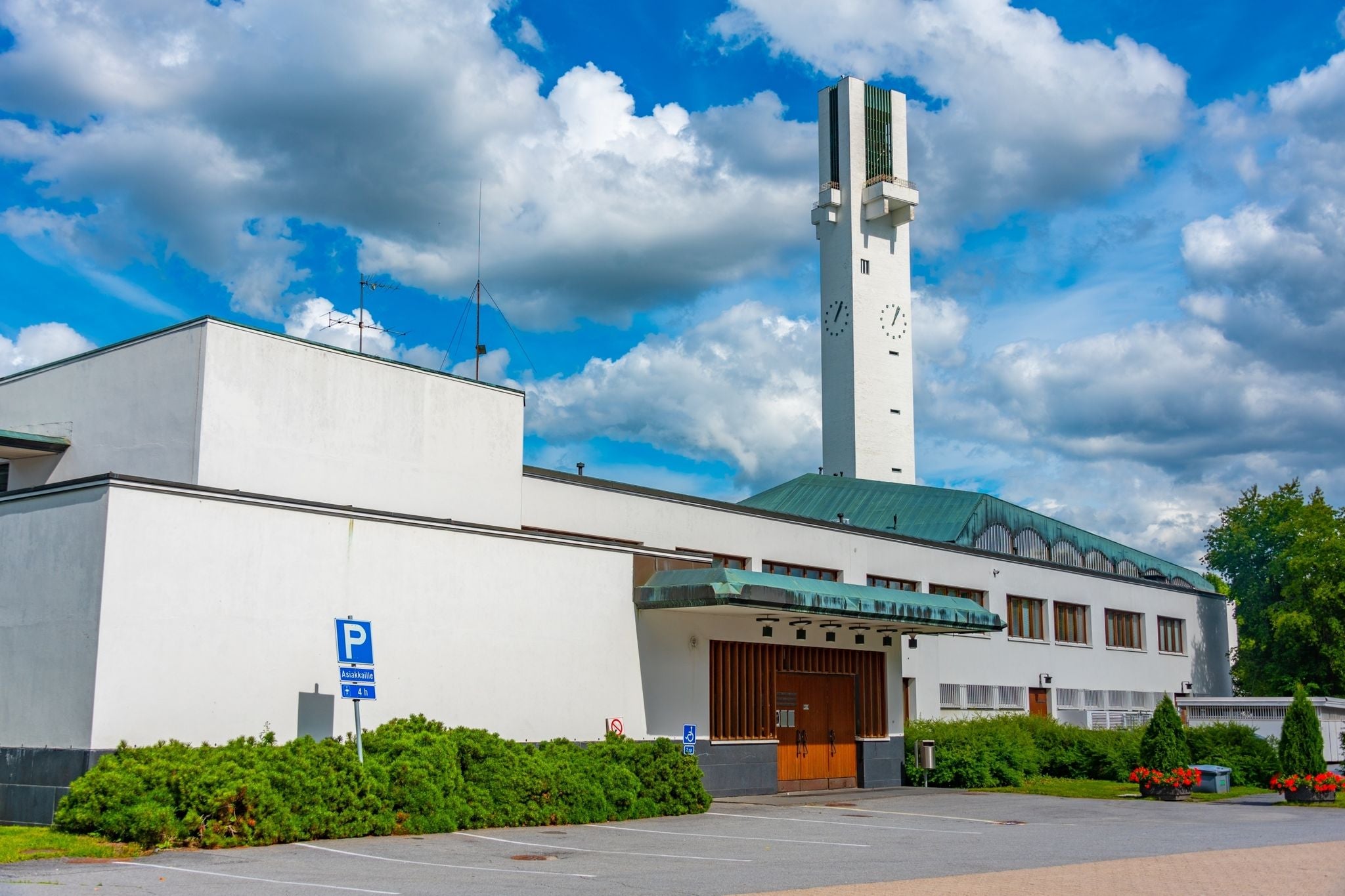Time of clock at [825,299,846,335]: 1:04
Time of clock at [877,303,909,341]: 1:03
